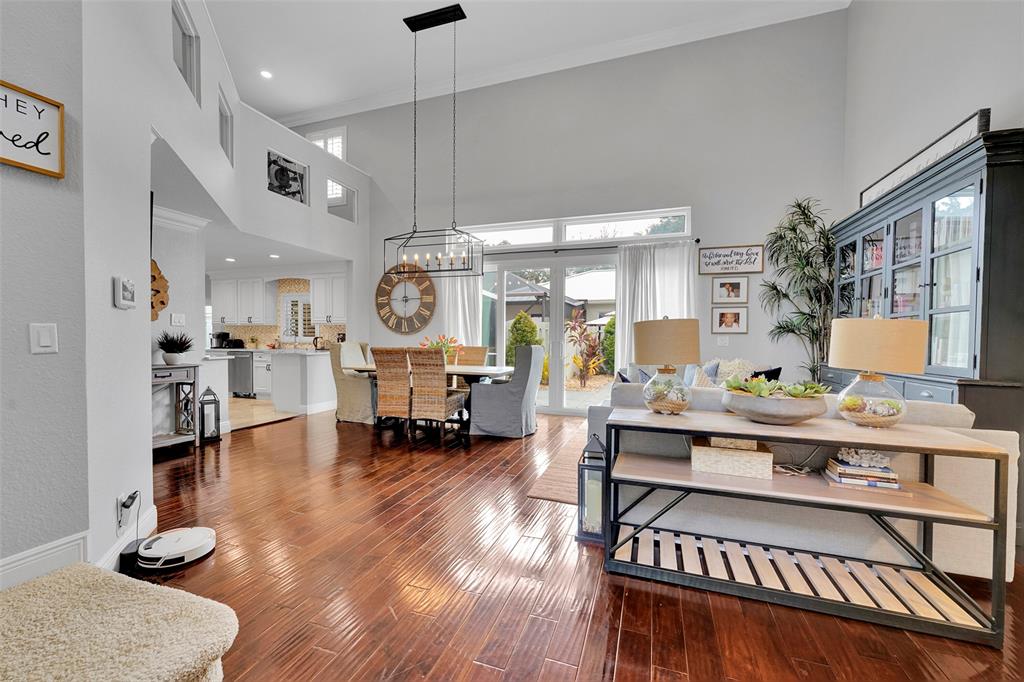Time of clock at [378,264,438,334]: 2:59
